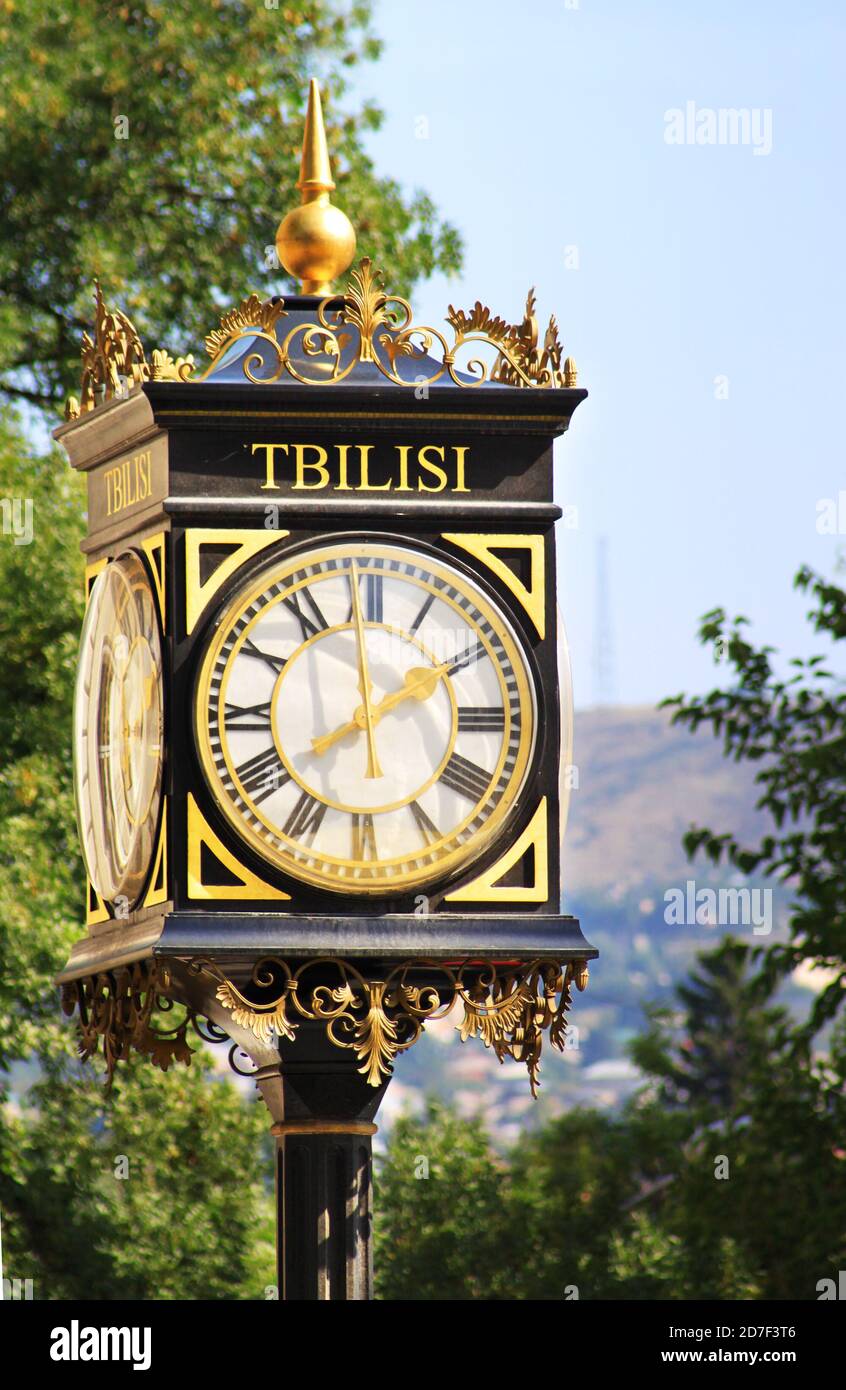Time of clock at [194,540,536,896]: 1:59
